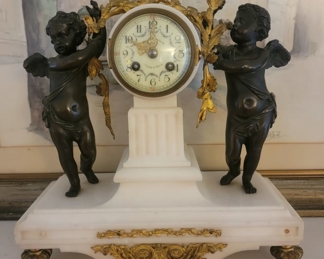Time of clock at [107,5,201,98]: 10:00
